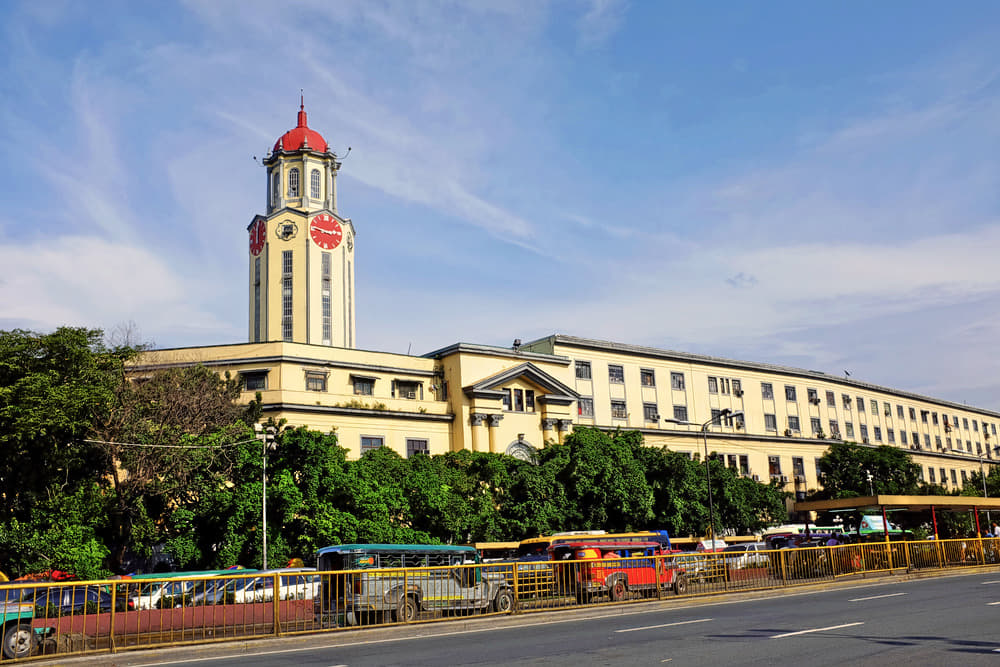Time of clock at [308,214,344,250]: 2:46
